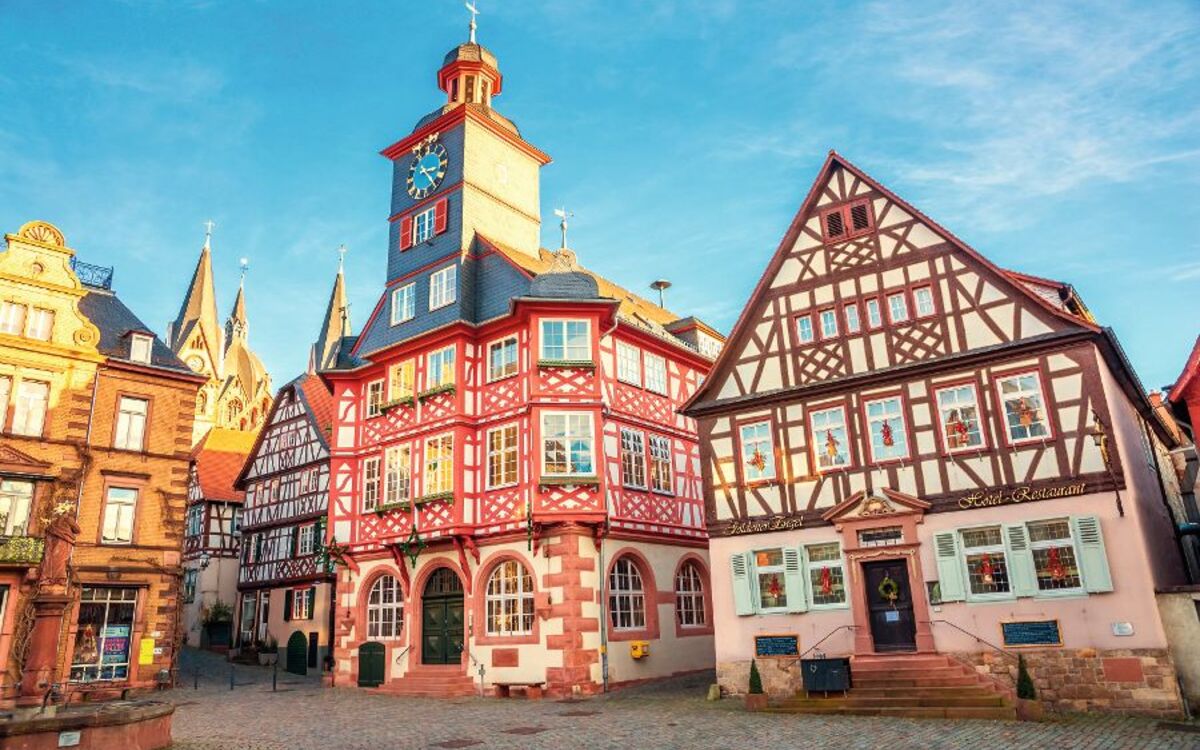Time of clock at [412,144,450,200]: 3:23
